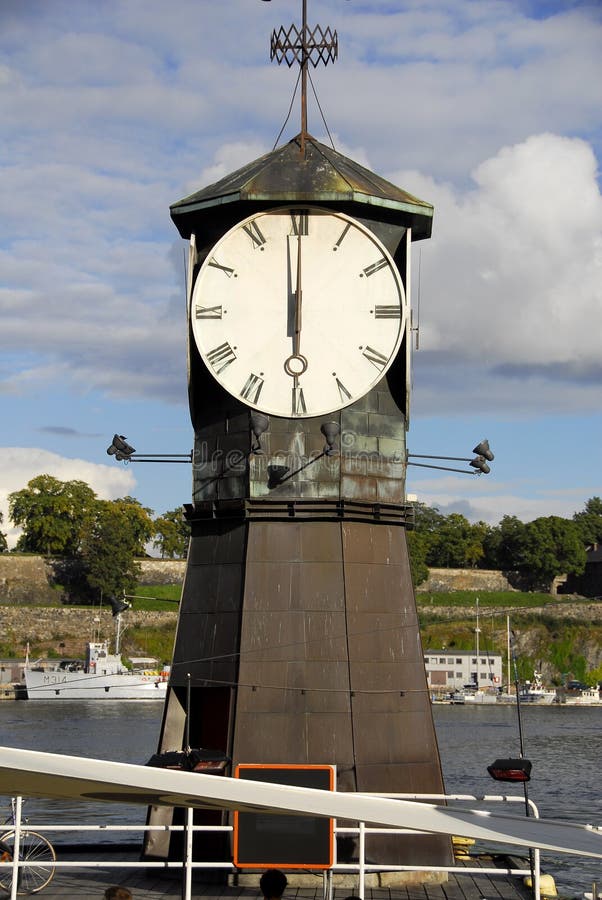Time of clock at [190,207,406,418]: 5:59
